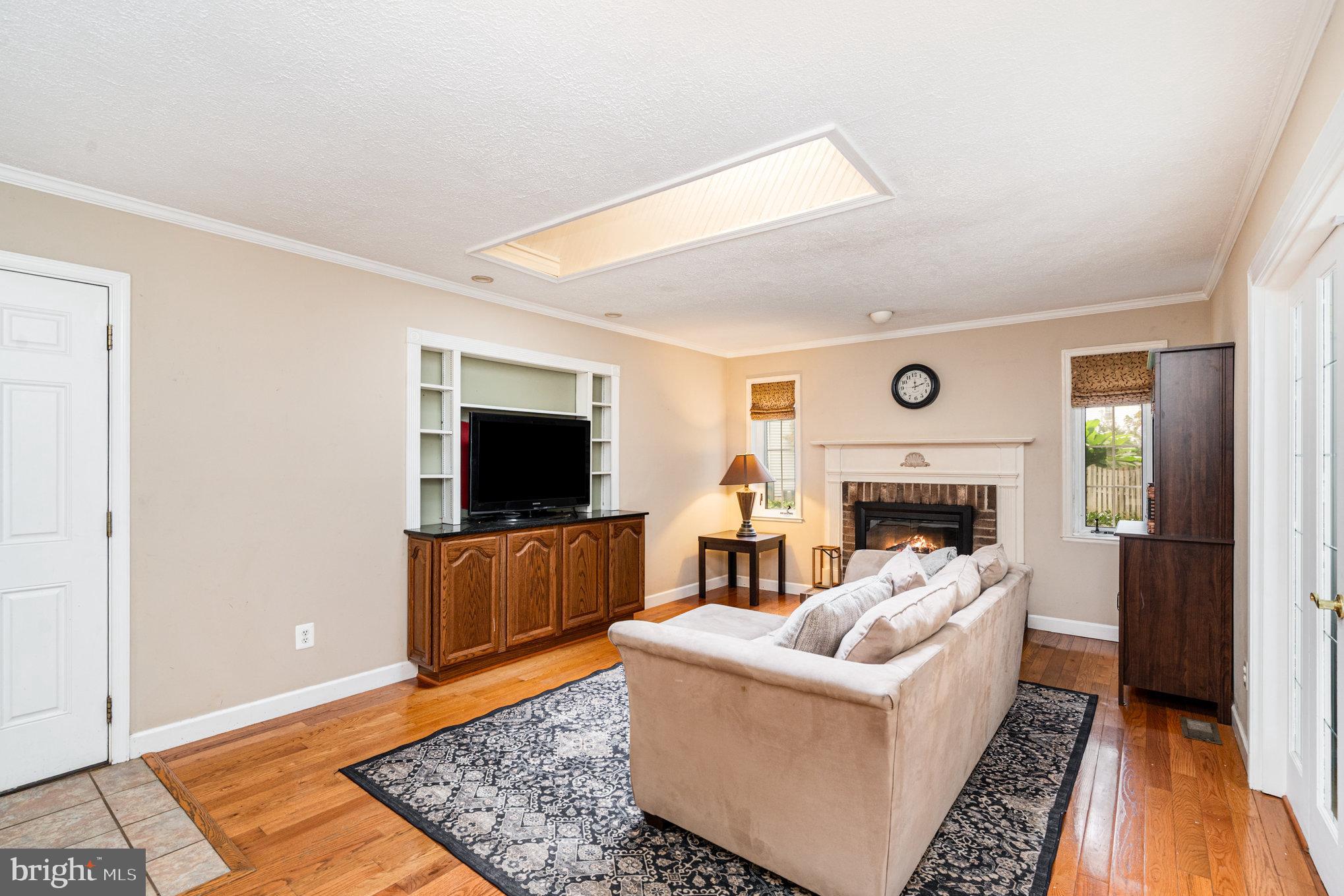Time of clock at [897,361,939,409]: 12:12
